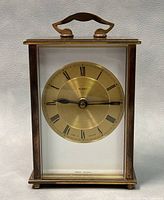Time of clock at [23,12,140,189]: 9:14
